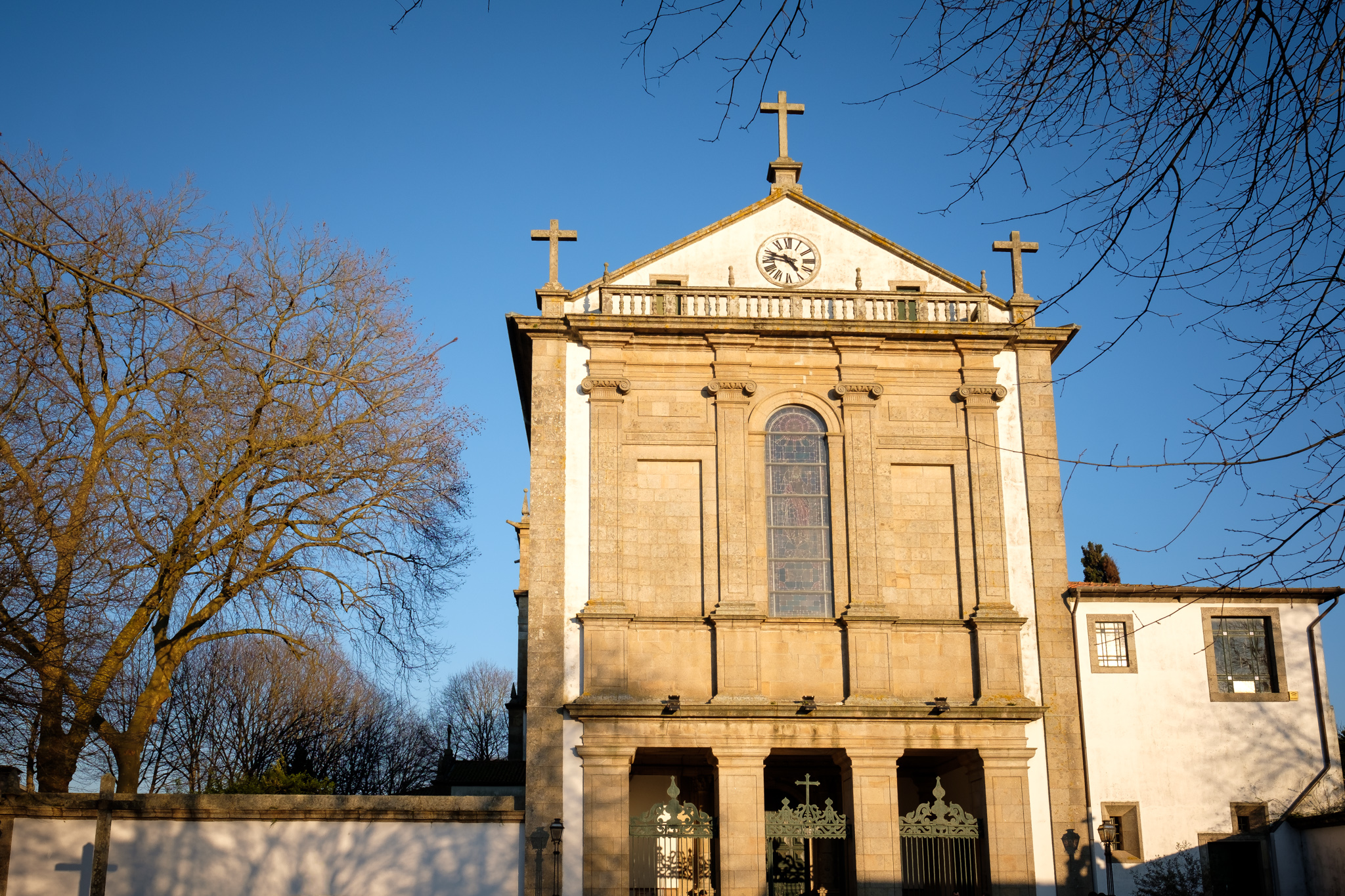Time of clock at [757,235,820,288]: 4:46
